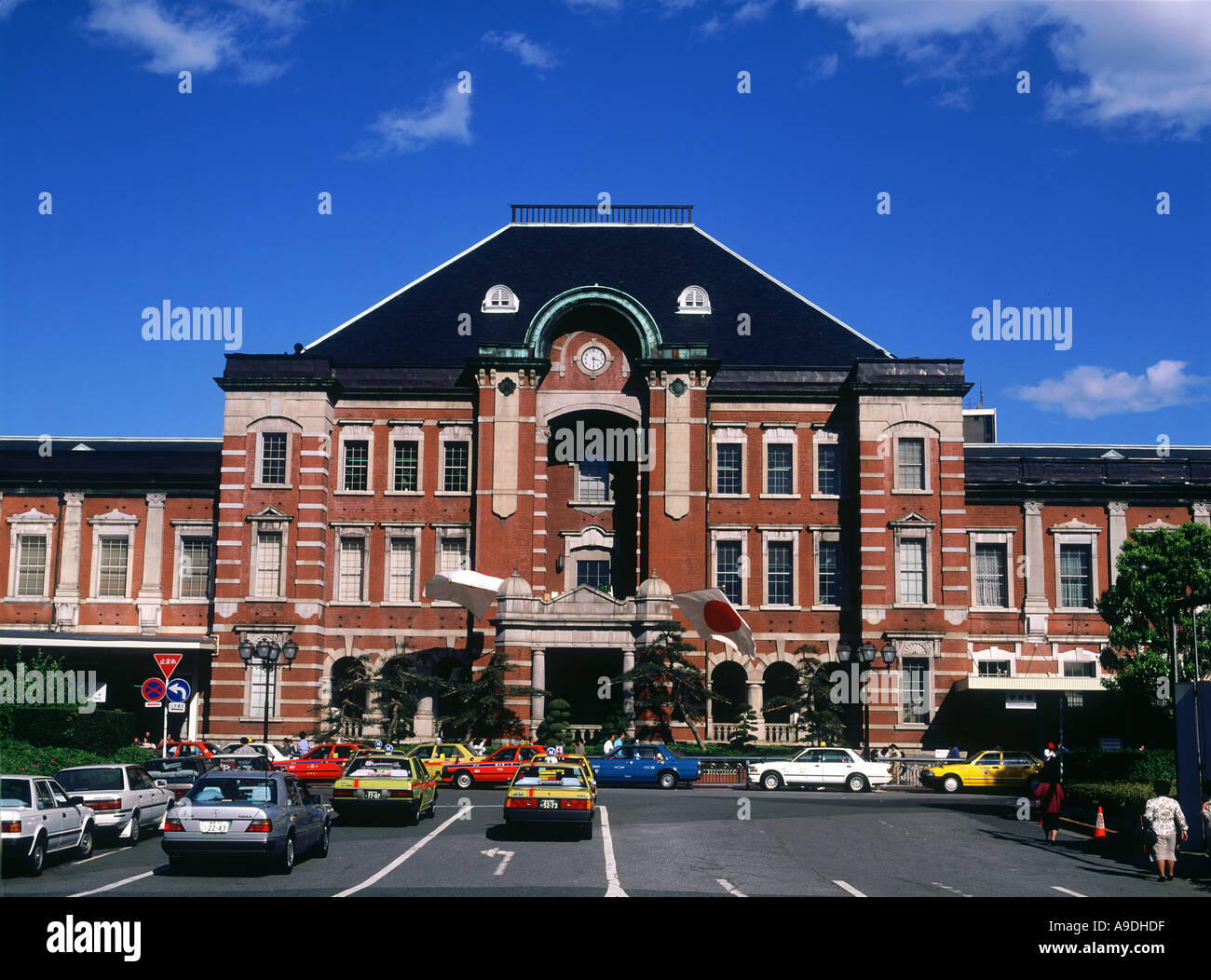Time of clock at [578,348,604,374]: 3:29
